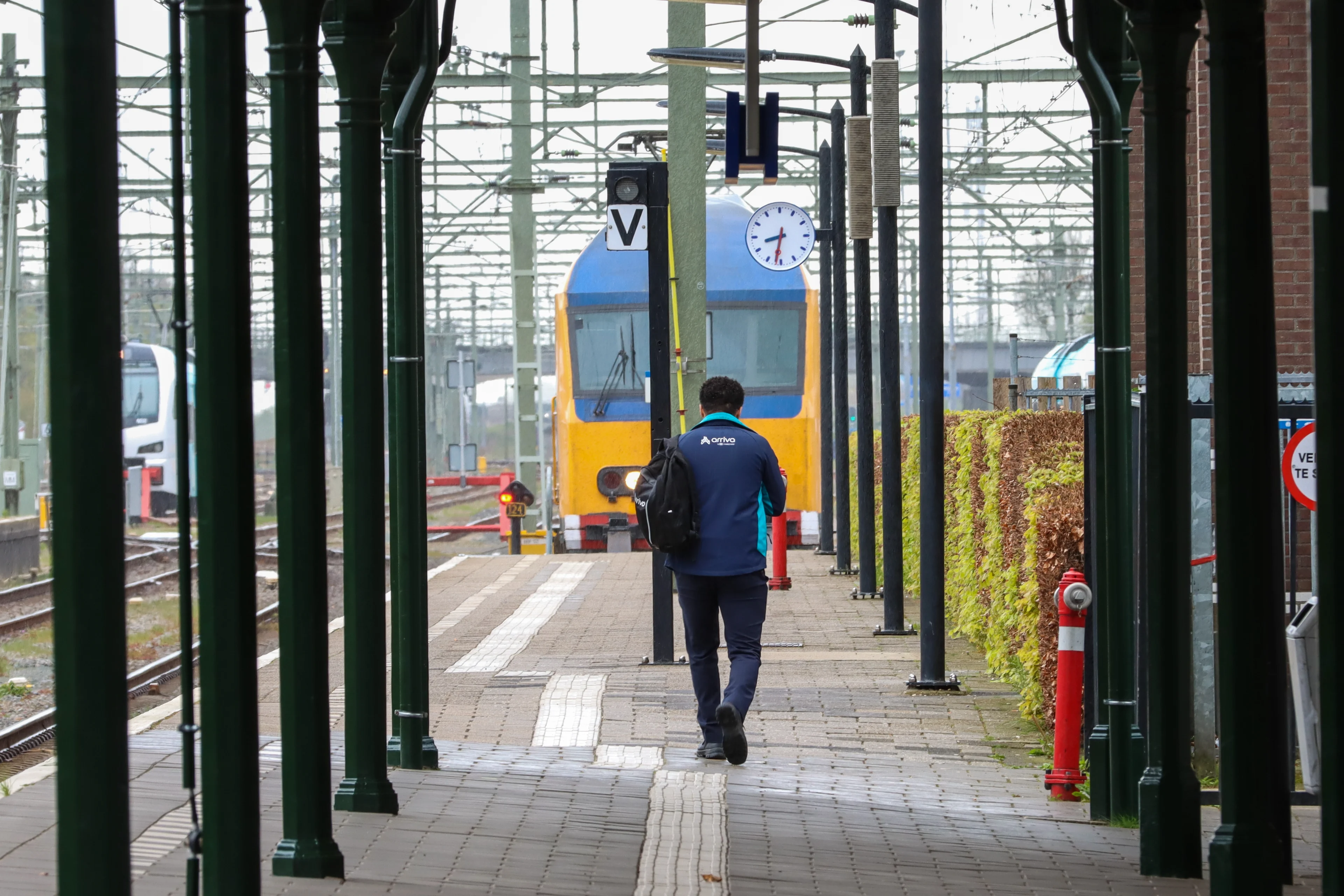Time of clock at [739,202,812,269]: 8:31
